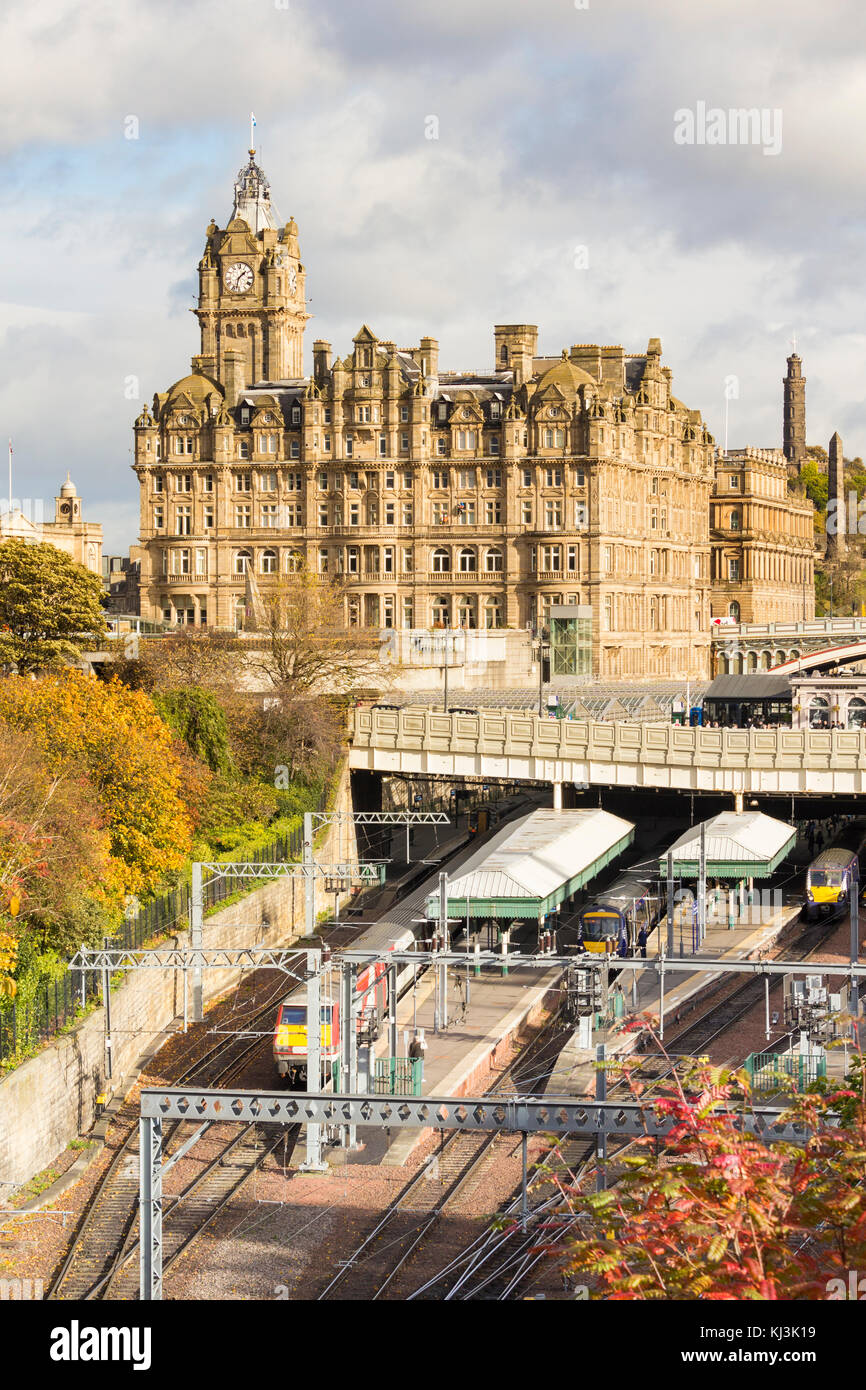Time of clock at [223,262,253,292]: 1:32
